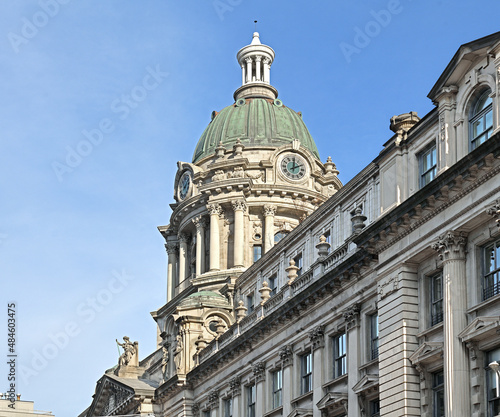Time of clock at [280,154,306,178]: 2:00
